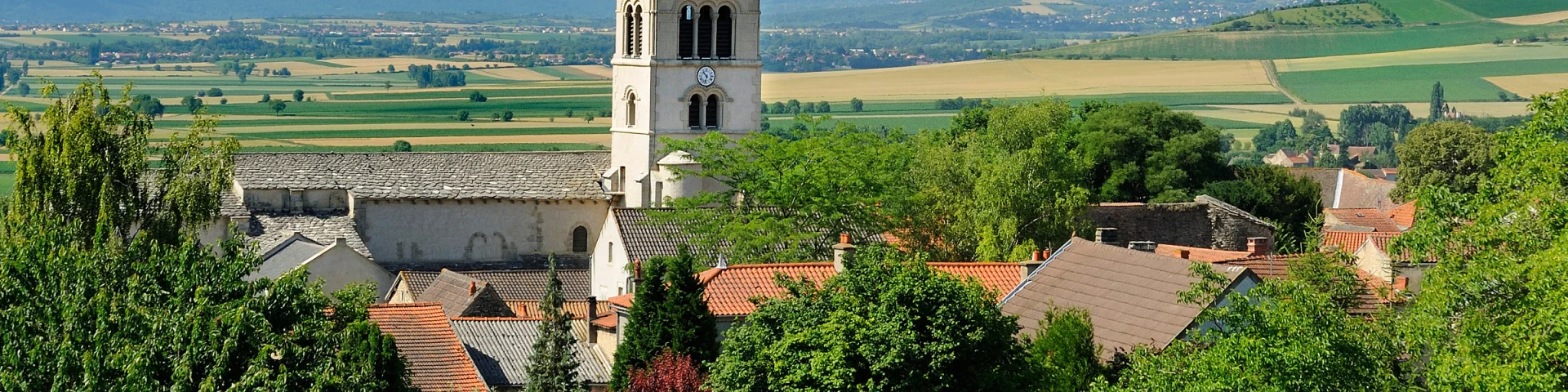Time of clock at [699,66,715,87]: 10:32
